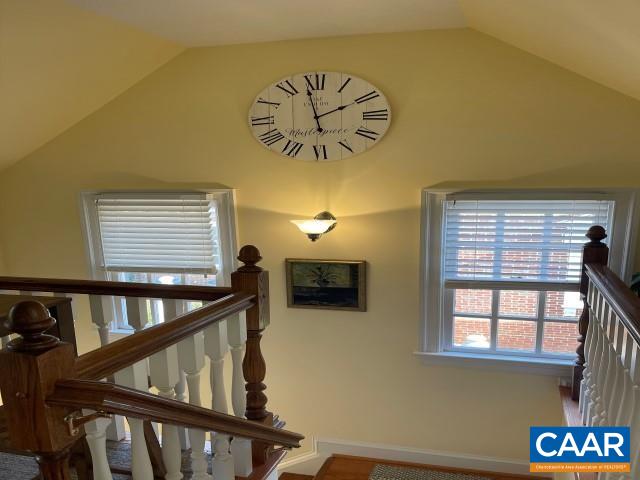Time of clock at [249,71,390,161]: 1:58
